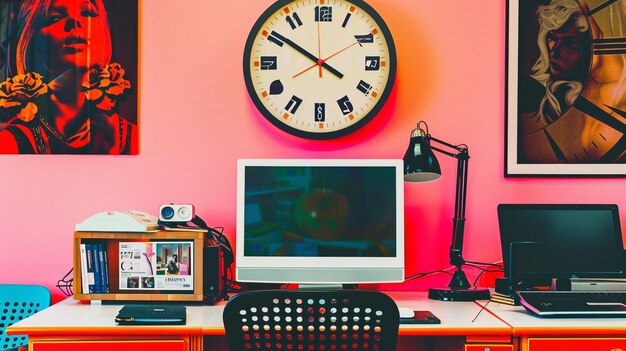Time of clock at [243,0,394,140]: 3:50
